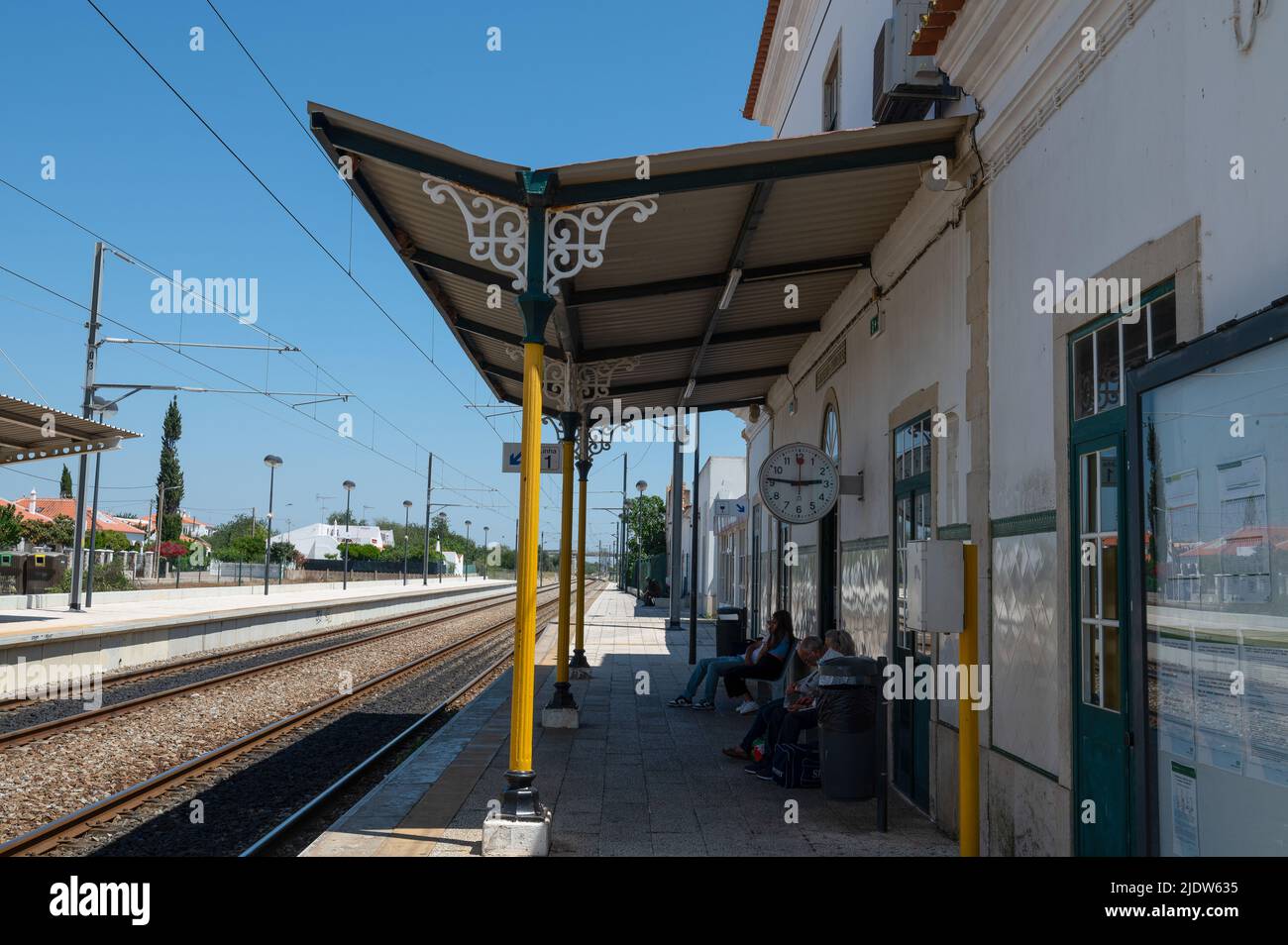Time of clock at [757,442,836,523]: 2:46
